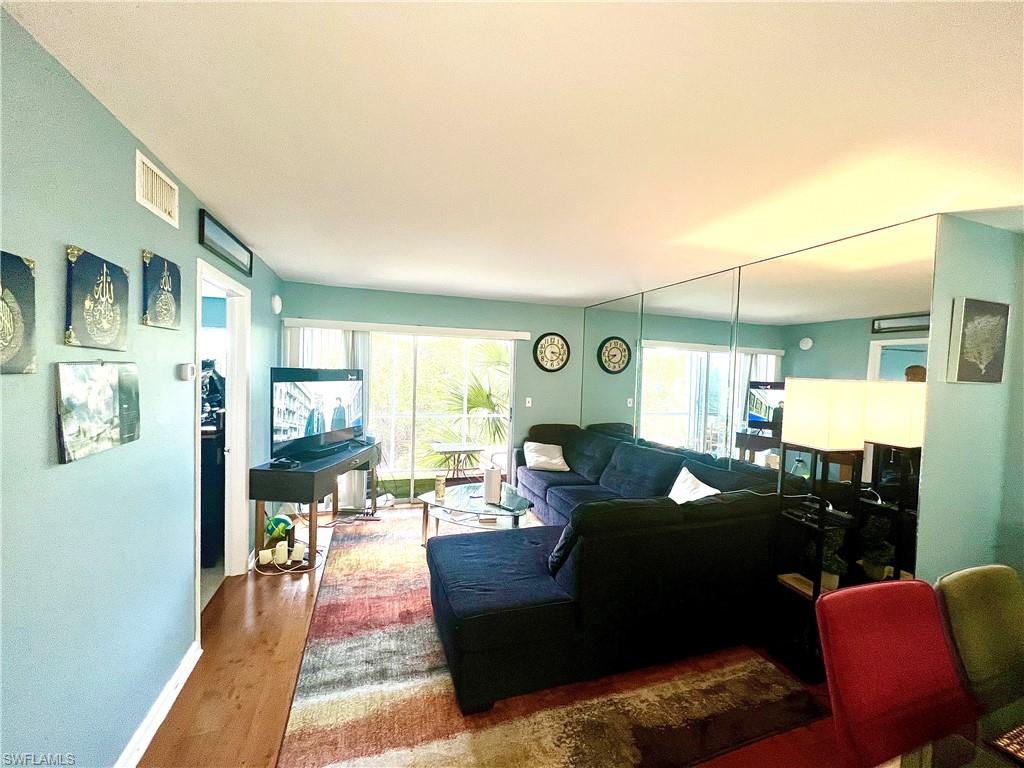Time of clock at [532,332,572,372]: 3:21
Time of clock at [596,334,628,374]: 8:38
